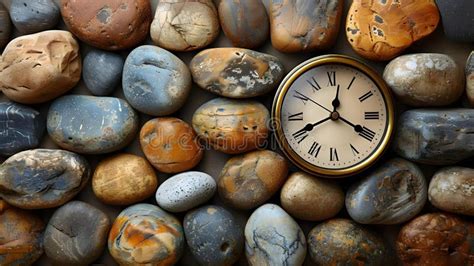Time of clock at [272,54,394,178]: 12:19
